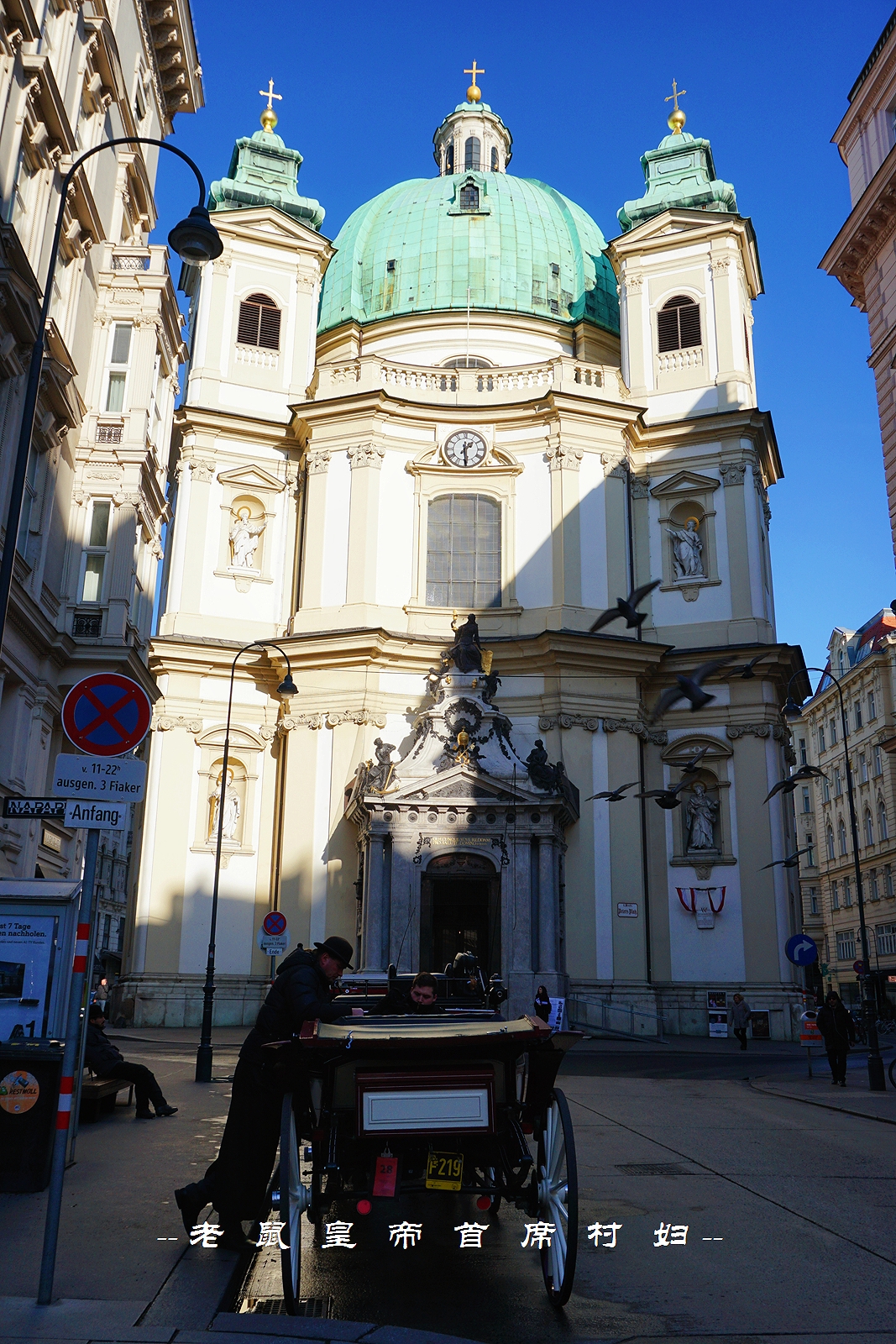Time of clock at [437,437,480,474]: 1:29
